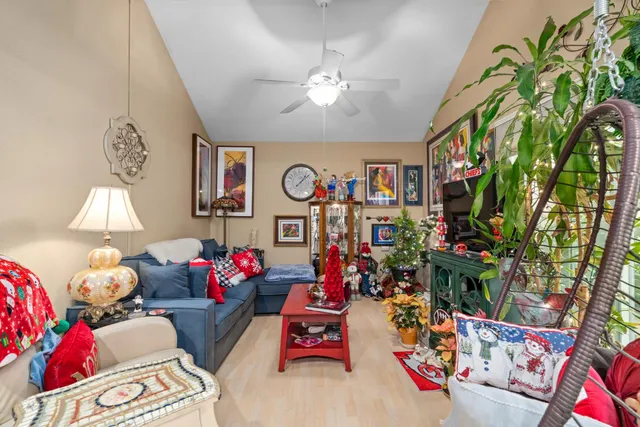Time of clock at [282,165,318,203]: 1:07
